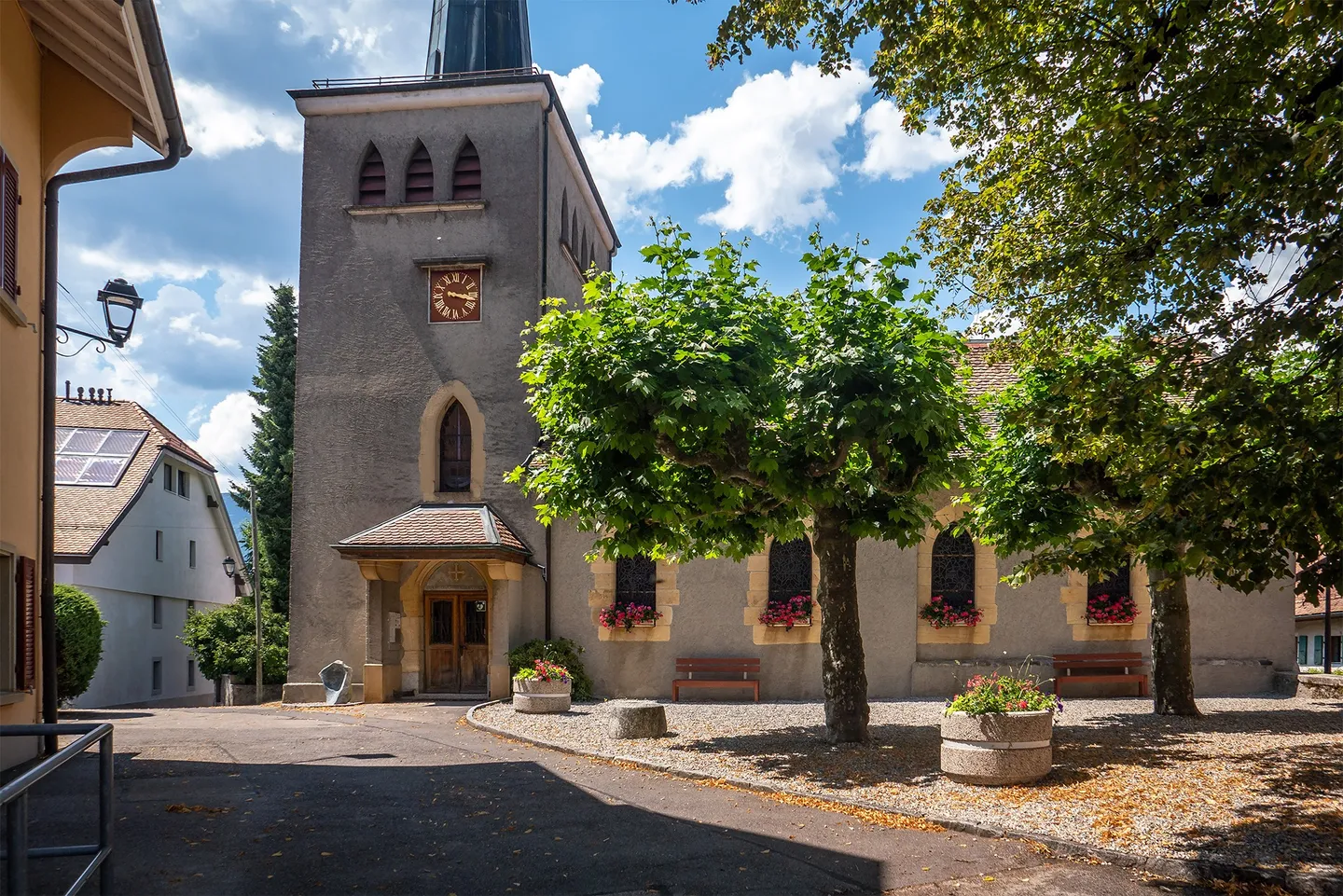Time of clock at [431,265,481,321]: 3:17
